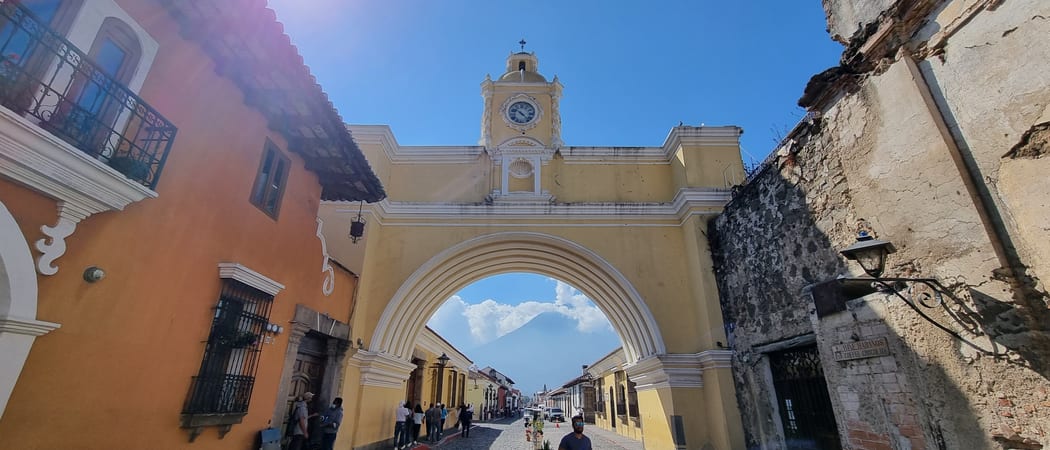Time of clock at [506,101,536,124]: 10:22
